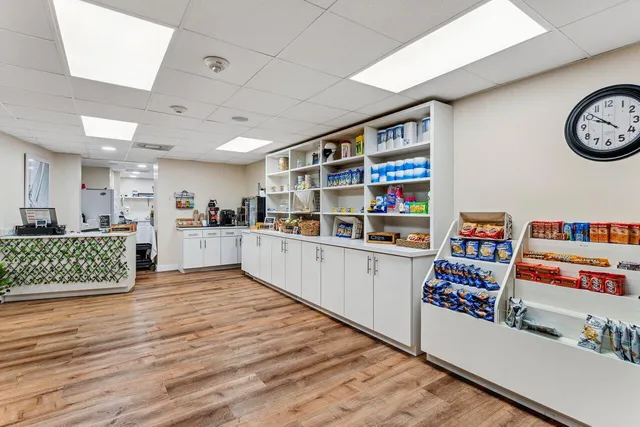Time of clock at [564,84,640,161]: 9:51
